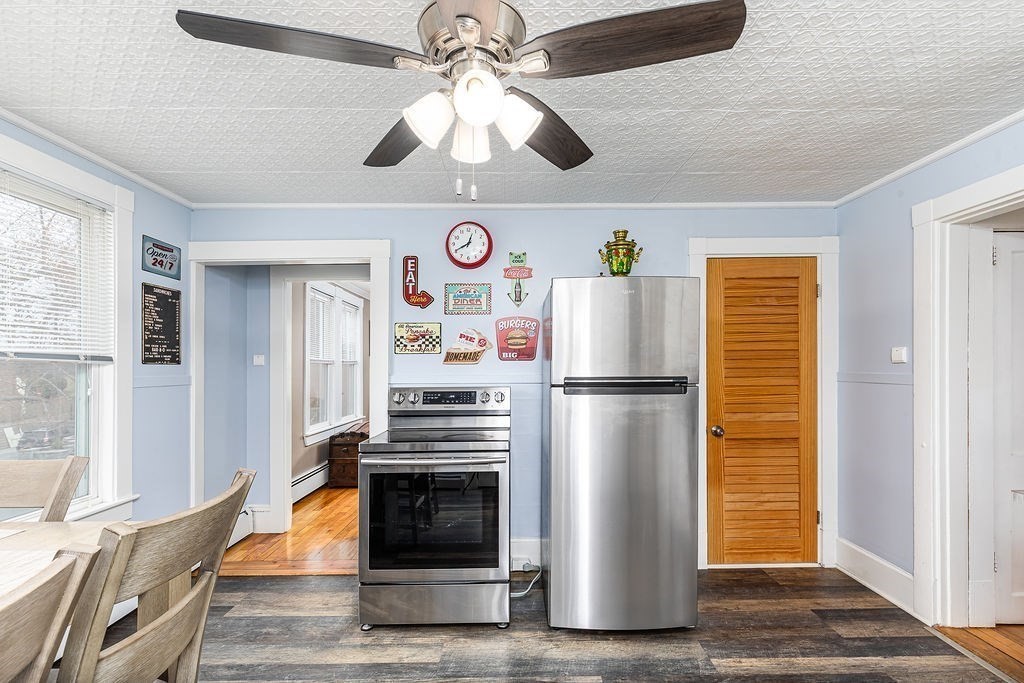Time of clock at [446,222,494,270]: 12:40
